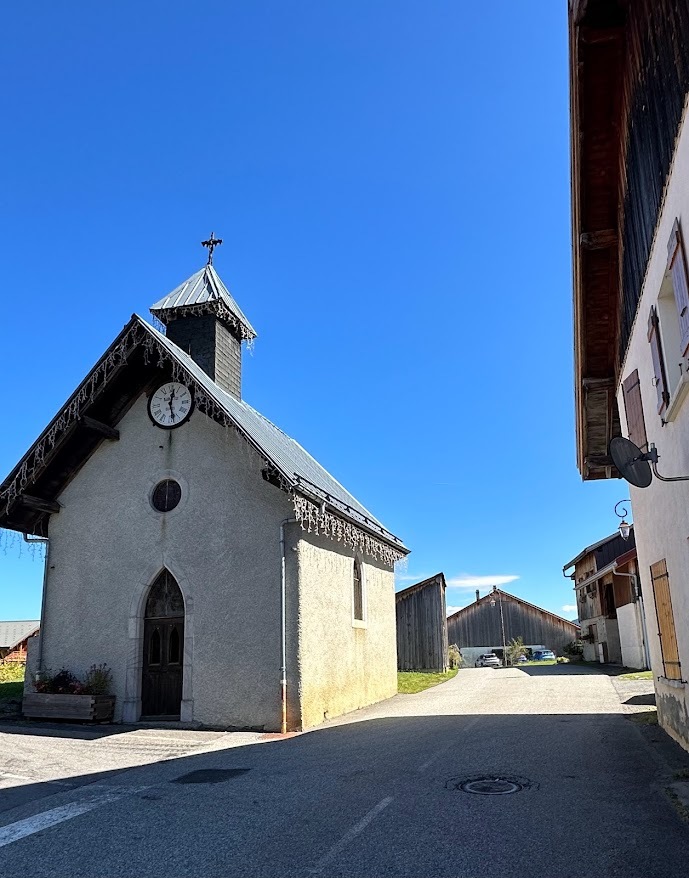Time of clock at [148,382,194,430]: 12:27
